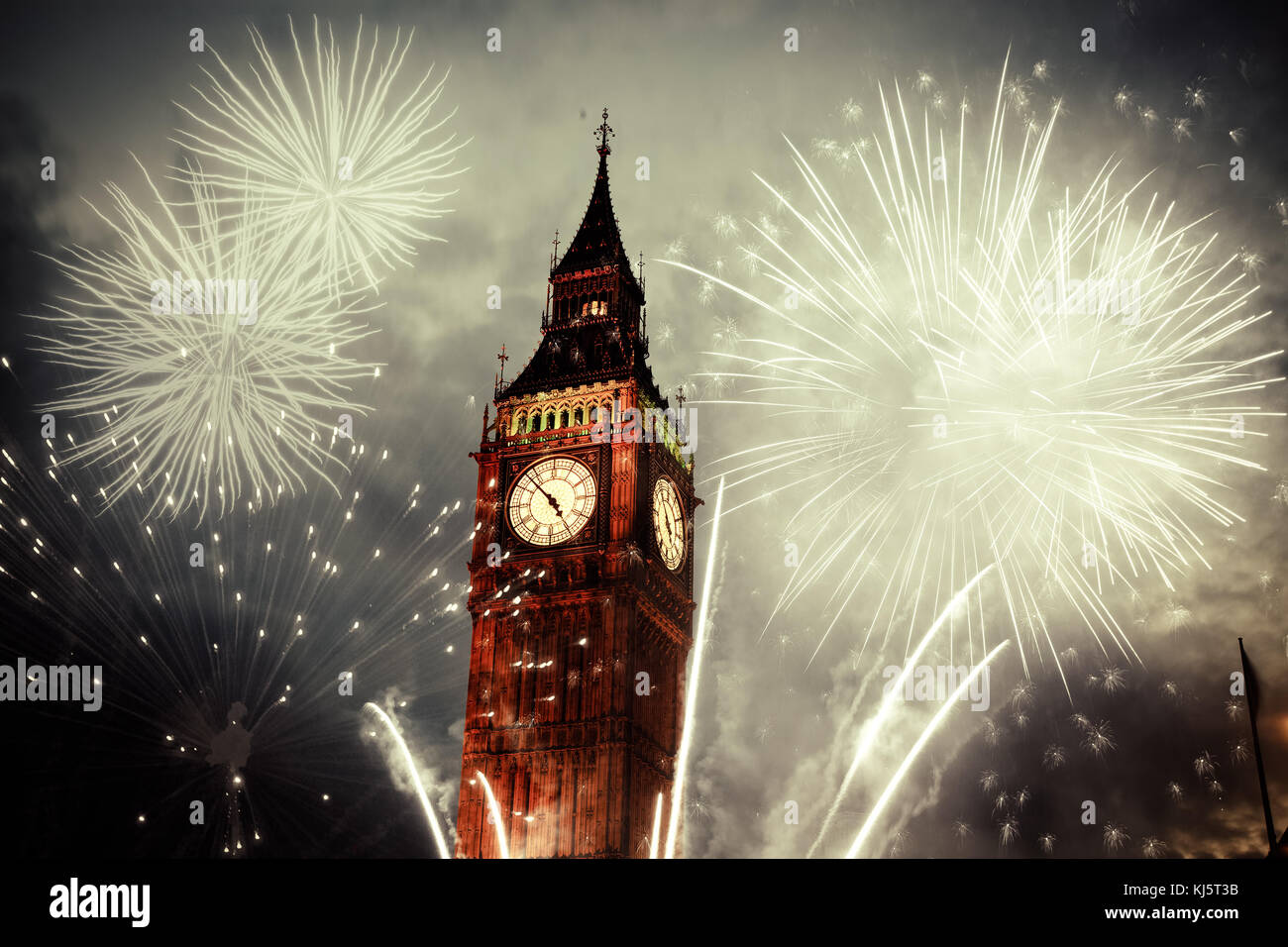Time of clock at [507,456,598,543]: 4:52
